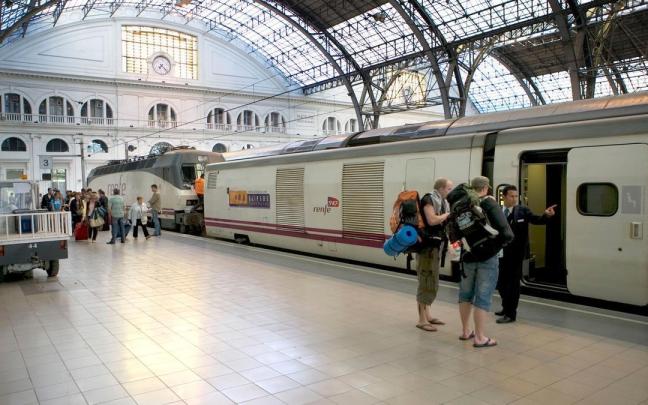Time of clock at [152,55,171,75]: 7:22
